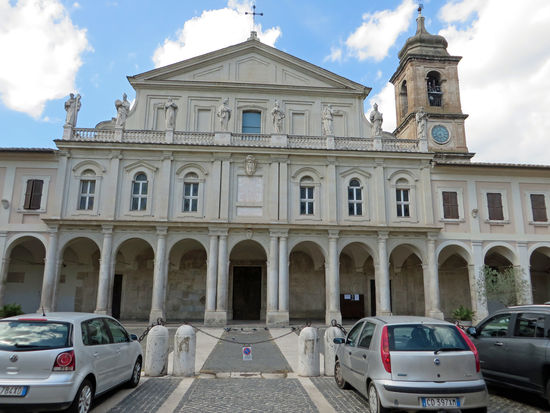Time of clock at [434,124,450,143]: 5:40
